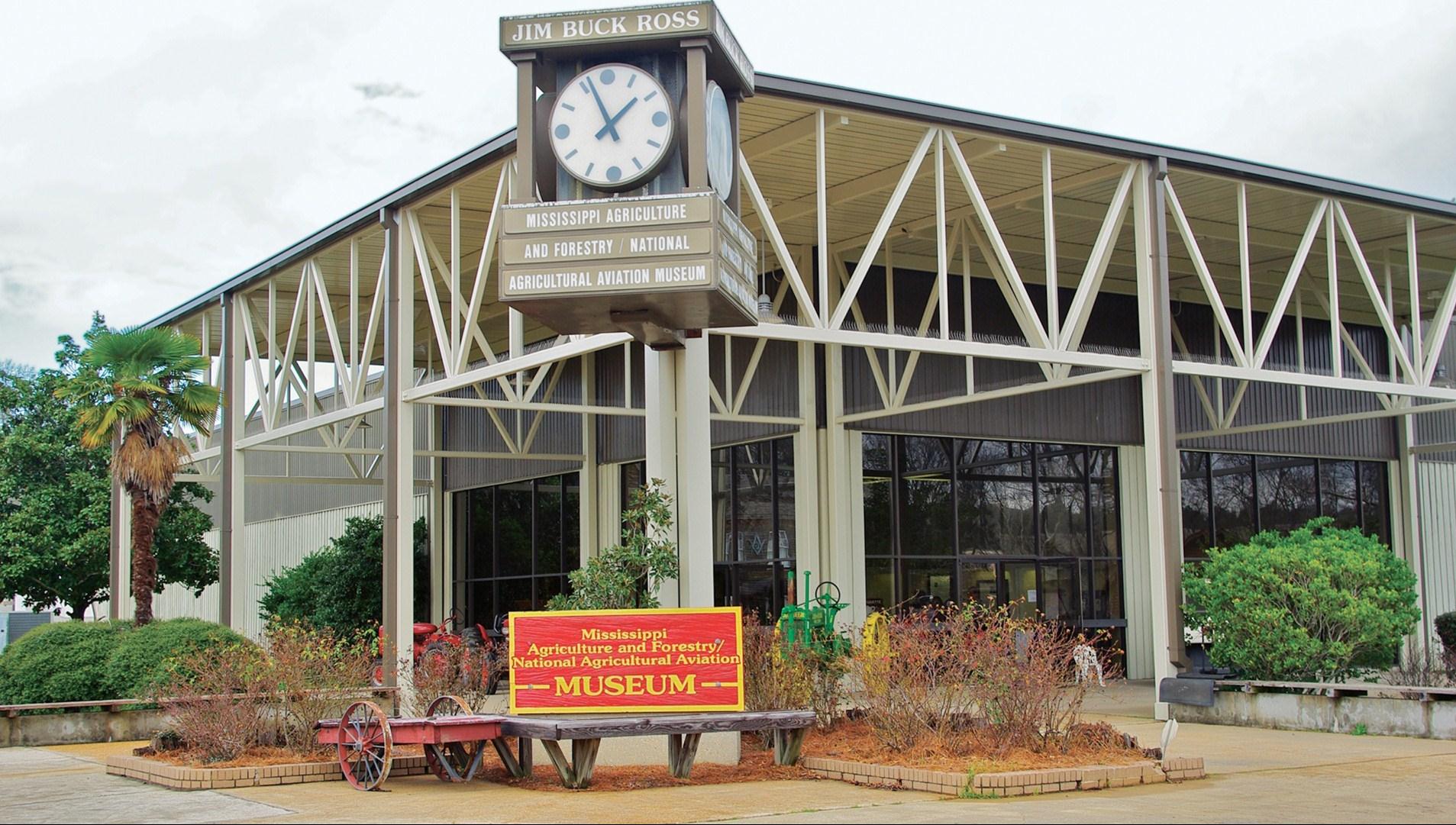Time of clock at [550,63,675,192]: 1:56
